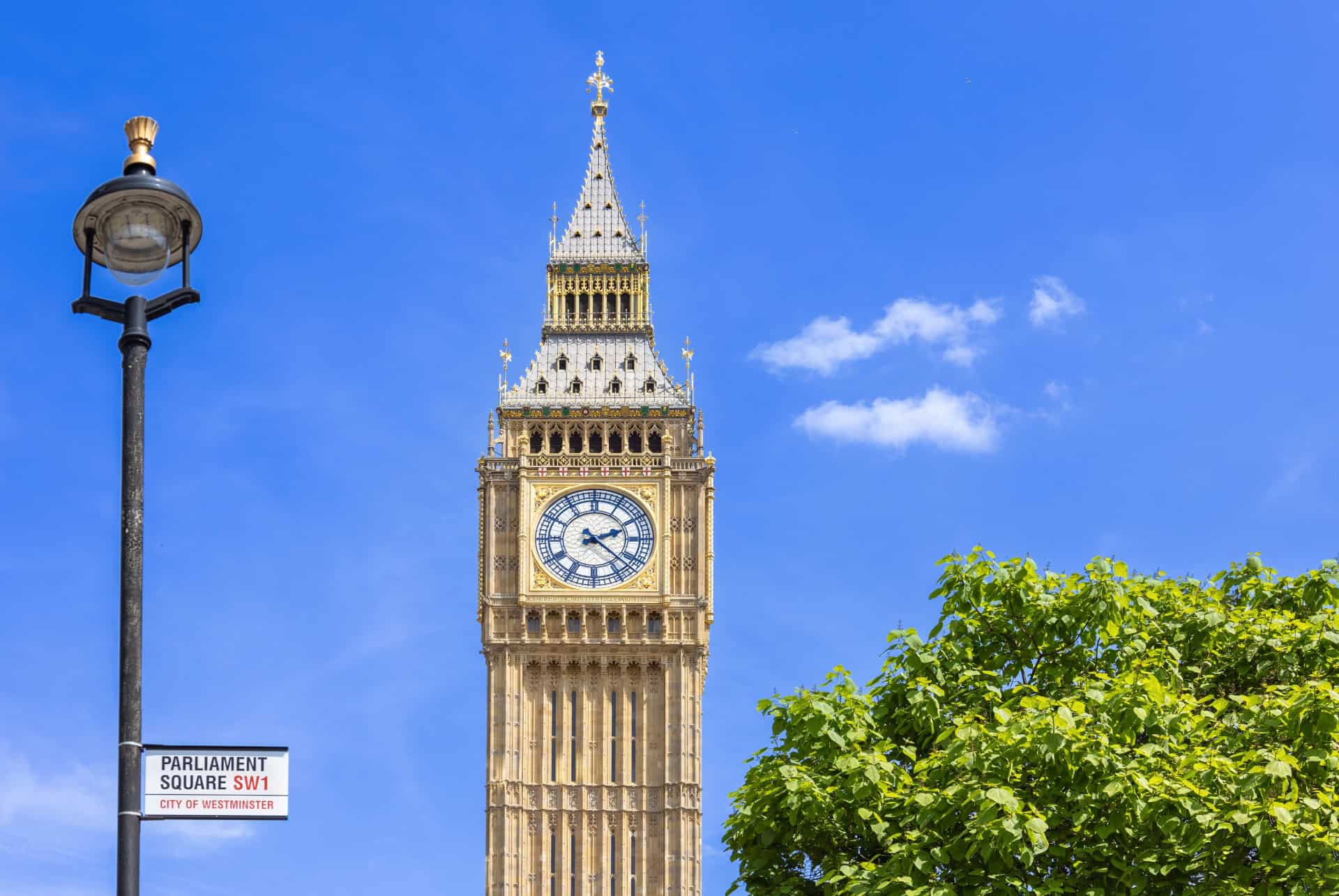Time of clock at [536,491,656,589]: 2:21
